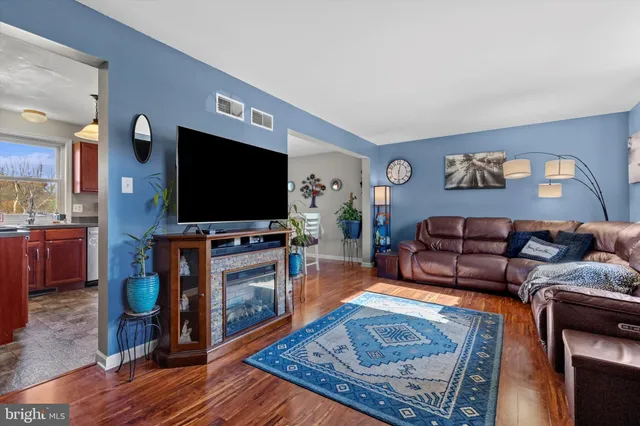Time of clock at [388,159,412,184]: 12:29
